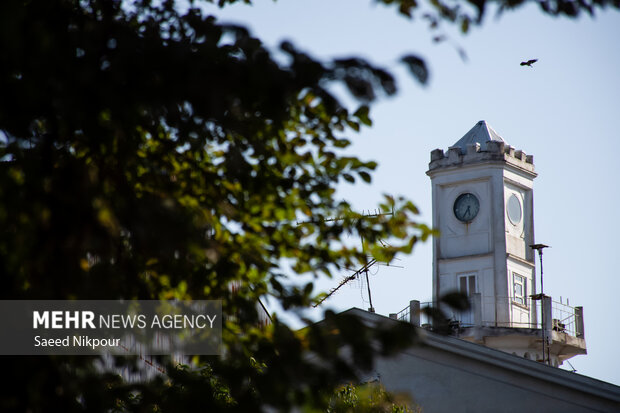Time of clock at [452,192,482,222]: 5:35
